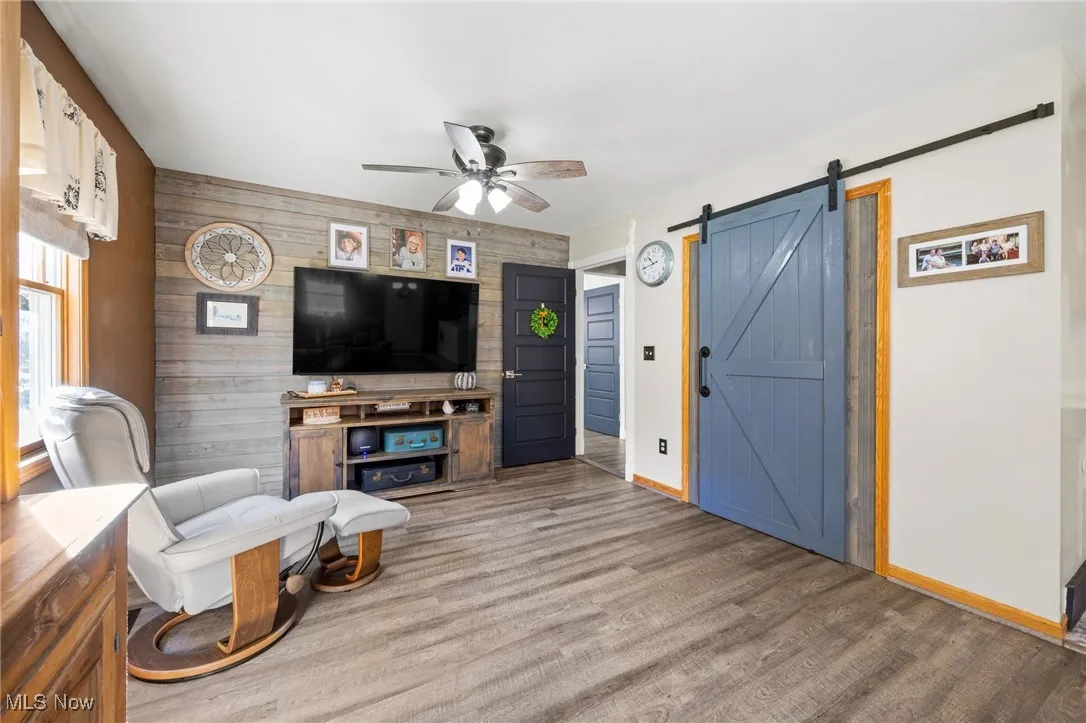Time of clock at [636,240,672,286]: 10:43
